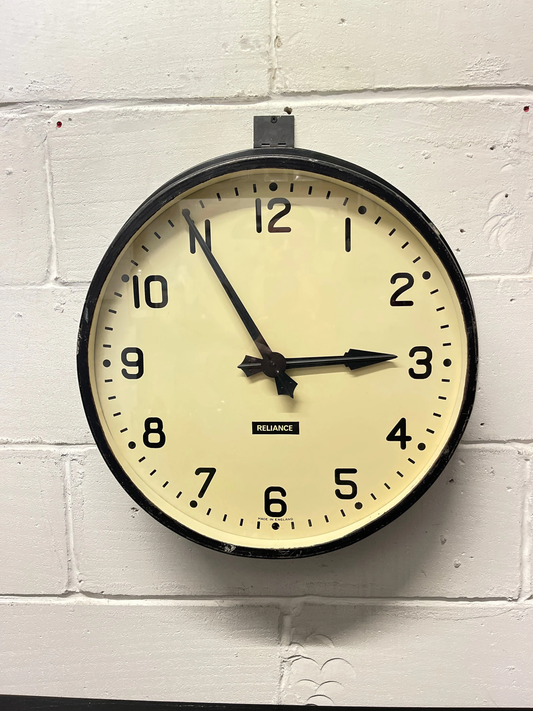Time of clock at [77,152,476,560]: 2:54
